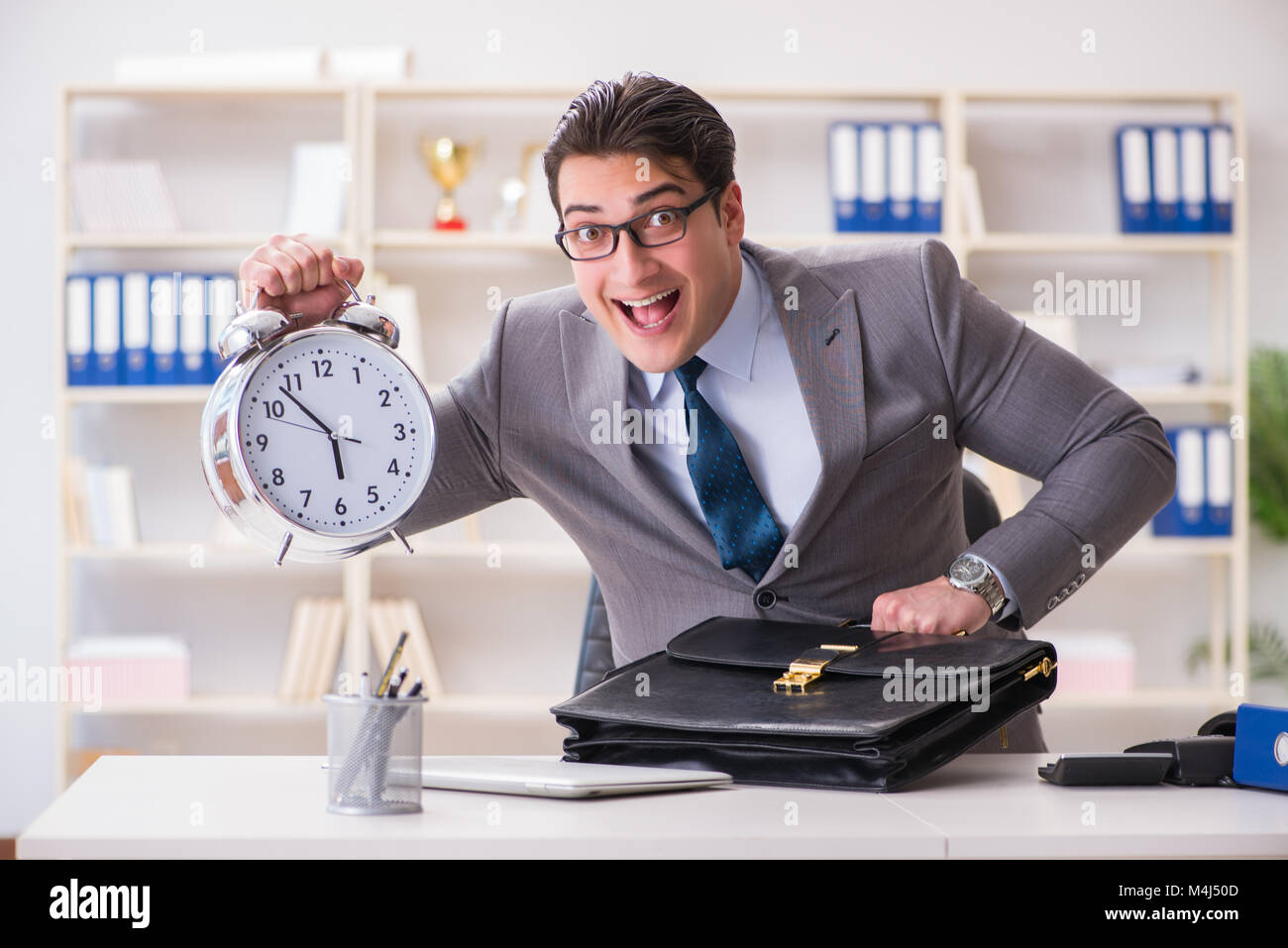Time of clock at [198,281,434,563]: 5:53
